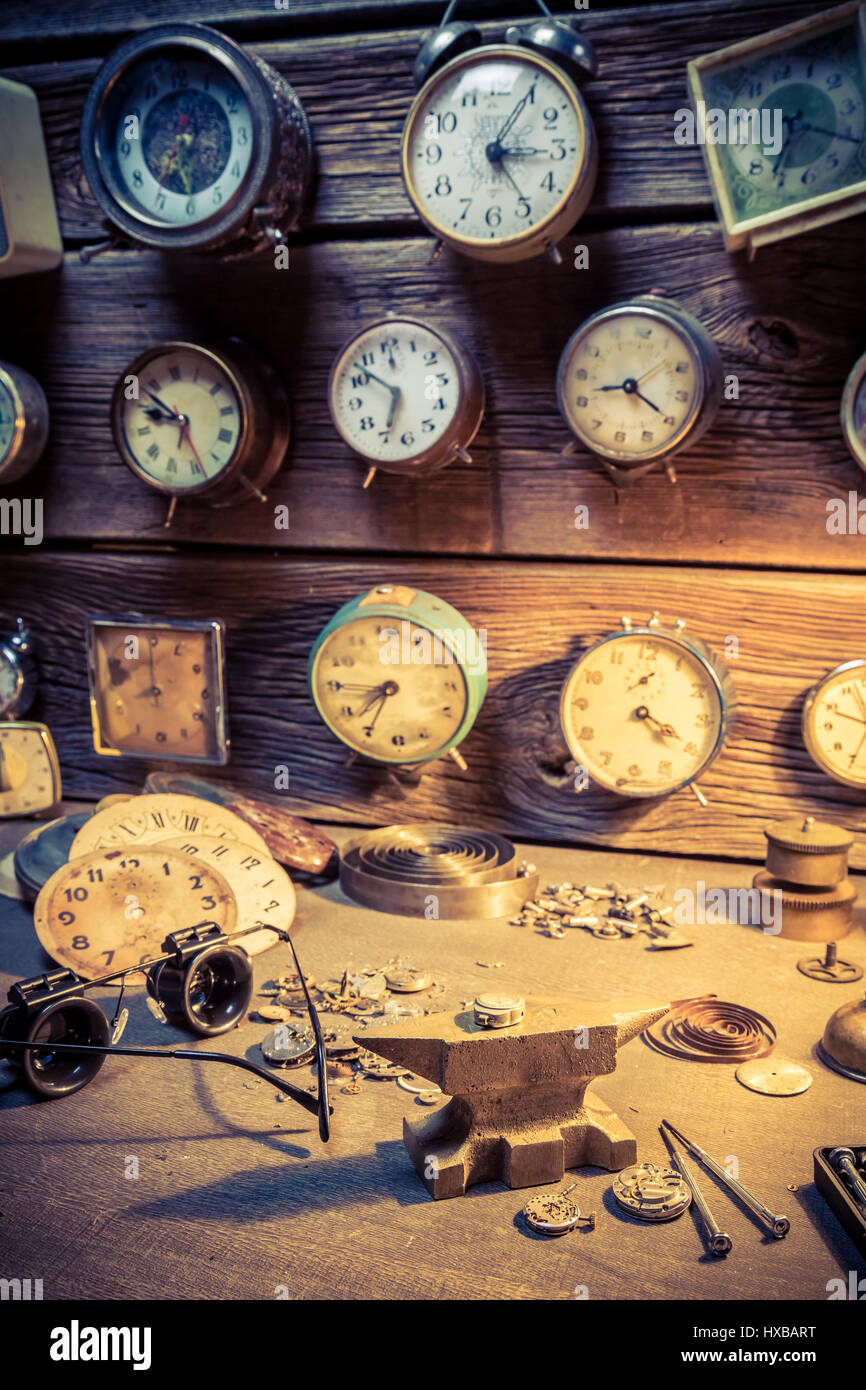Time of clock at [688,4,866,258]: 7:20
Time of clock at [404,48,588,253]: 3:05
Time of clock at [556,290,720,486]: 8:19
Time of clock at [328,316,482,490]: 6:52
